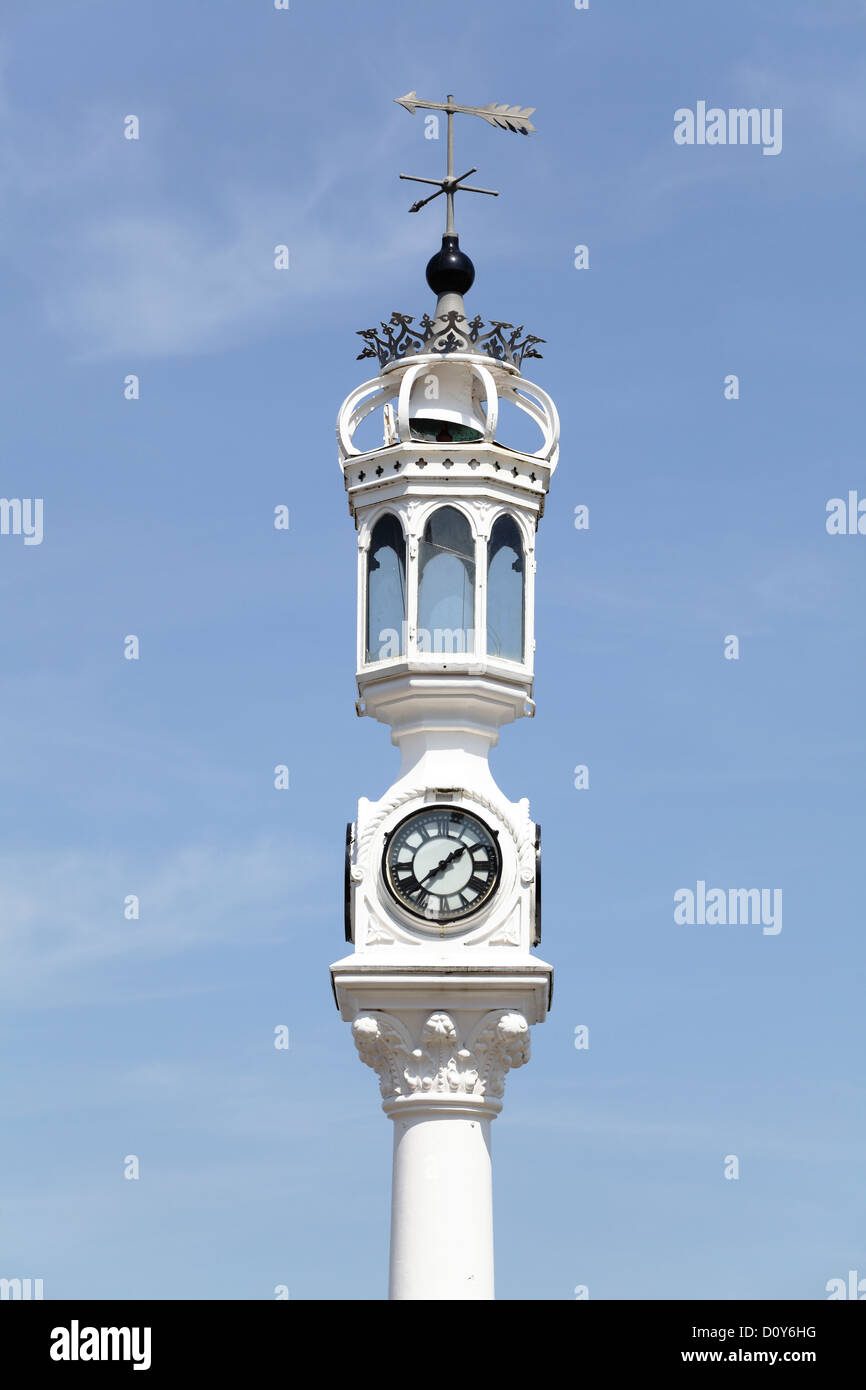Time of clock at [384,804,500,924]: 1:37
